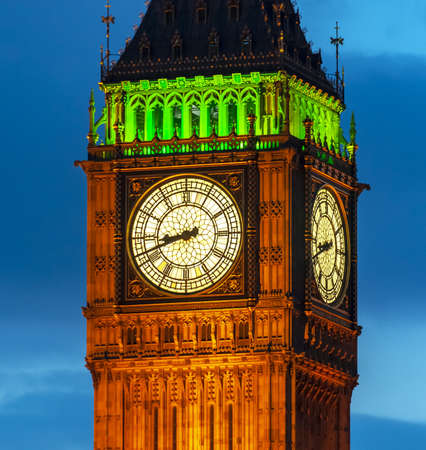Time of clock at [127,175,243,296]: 8:41
